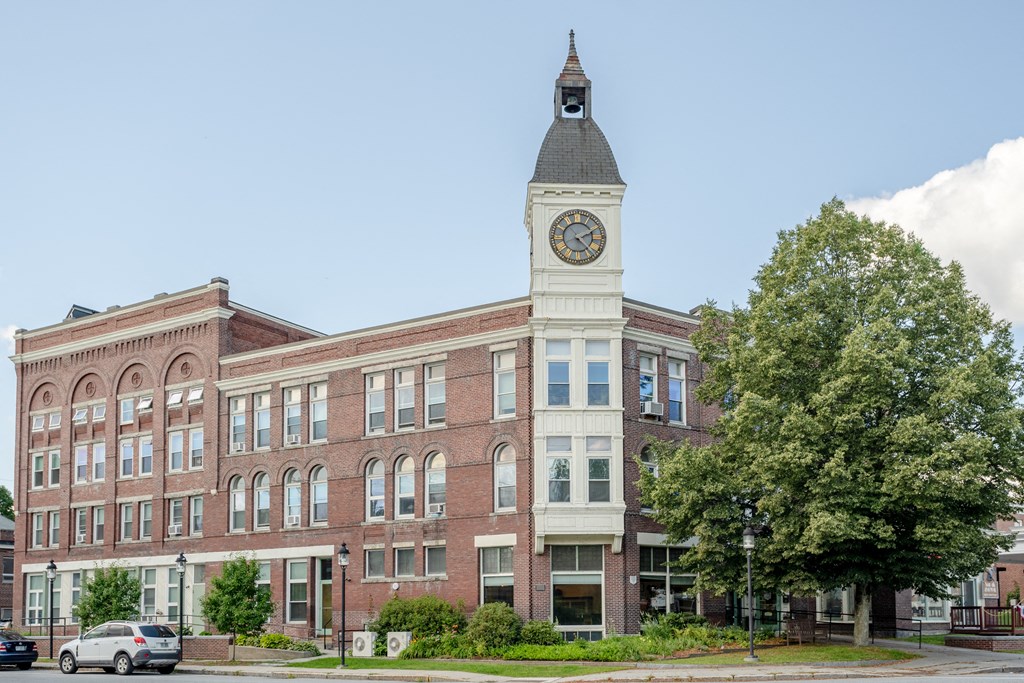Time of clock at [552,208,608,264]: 2:22
